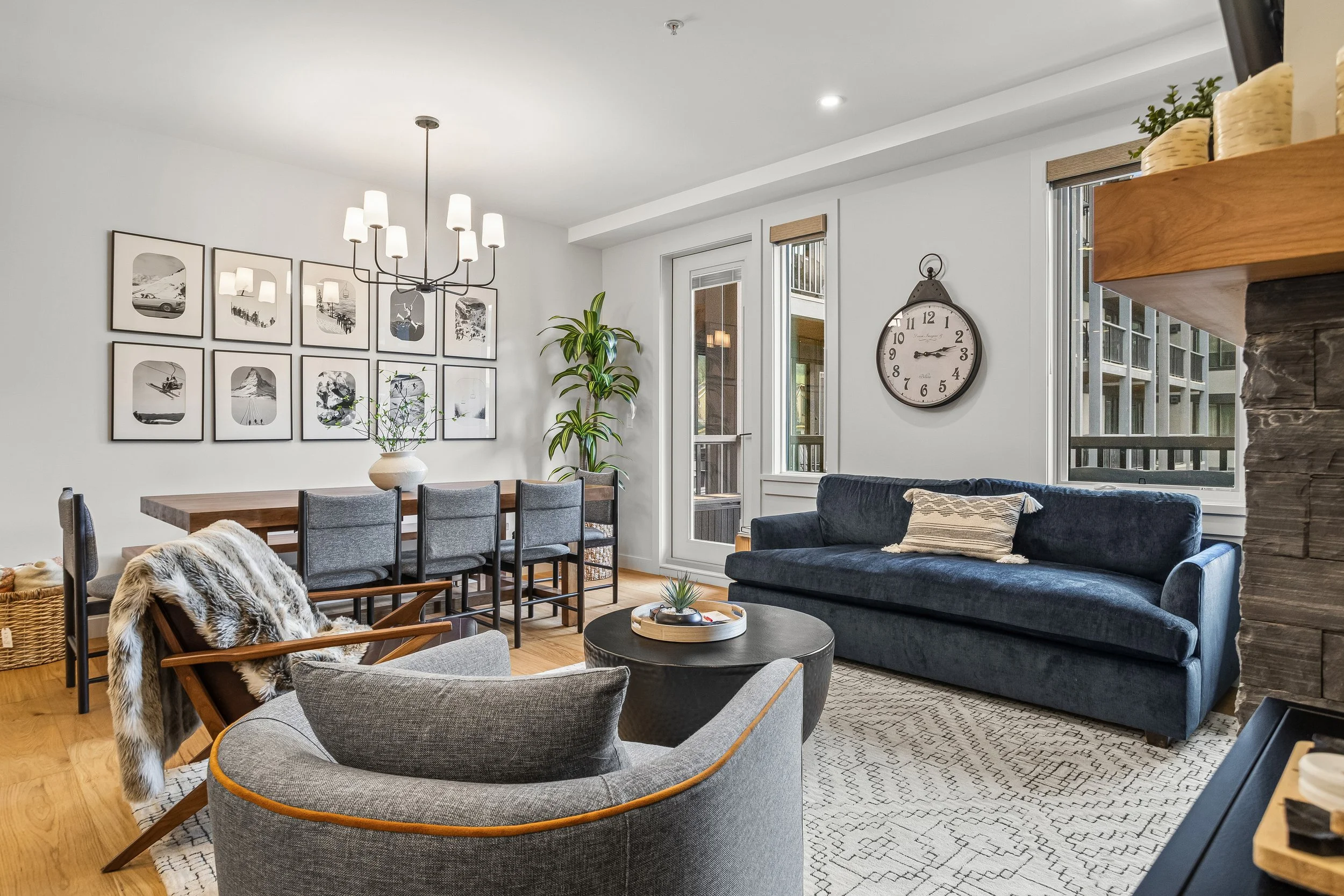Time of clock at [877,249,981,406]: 3:12
